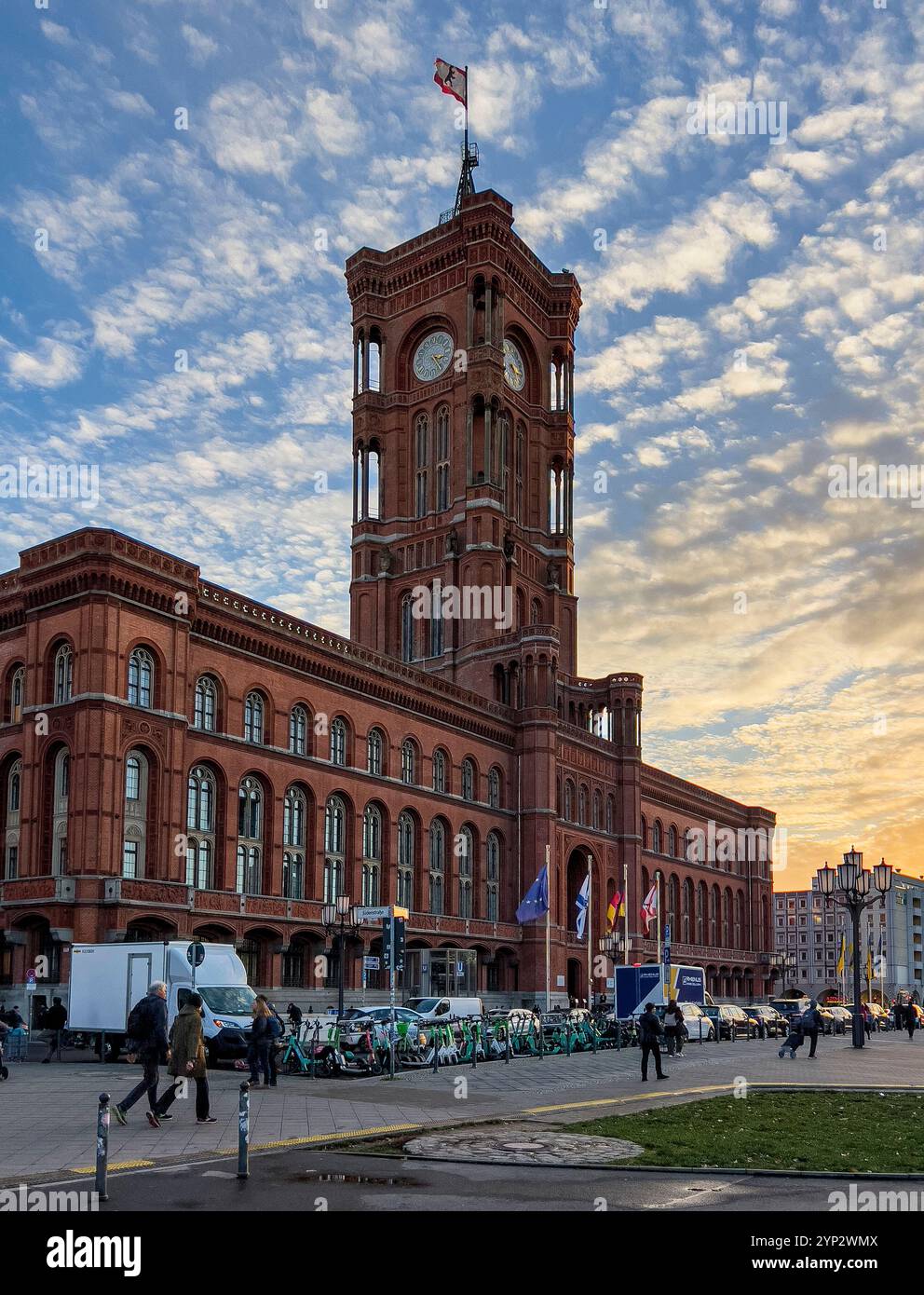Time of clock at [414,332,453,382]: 3:24
